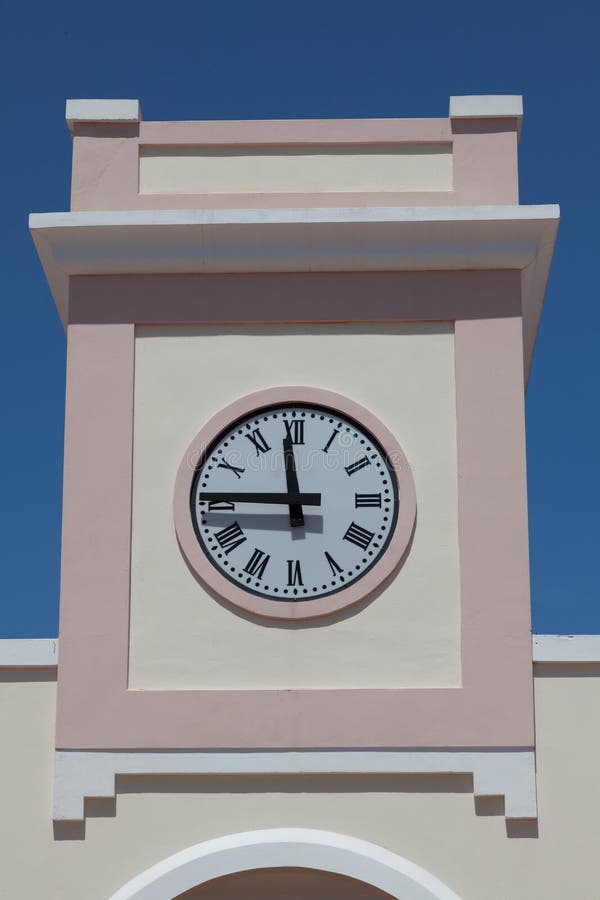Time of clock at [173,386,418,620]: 11:45
